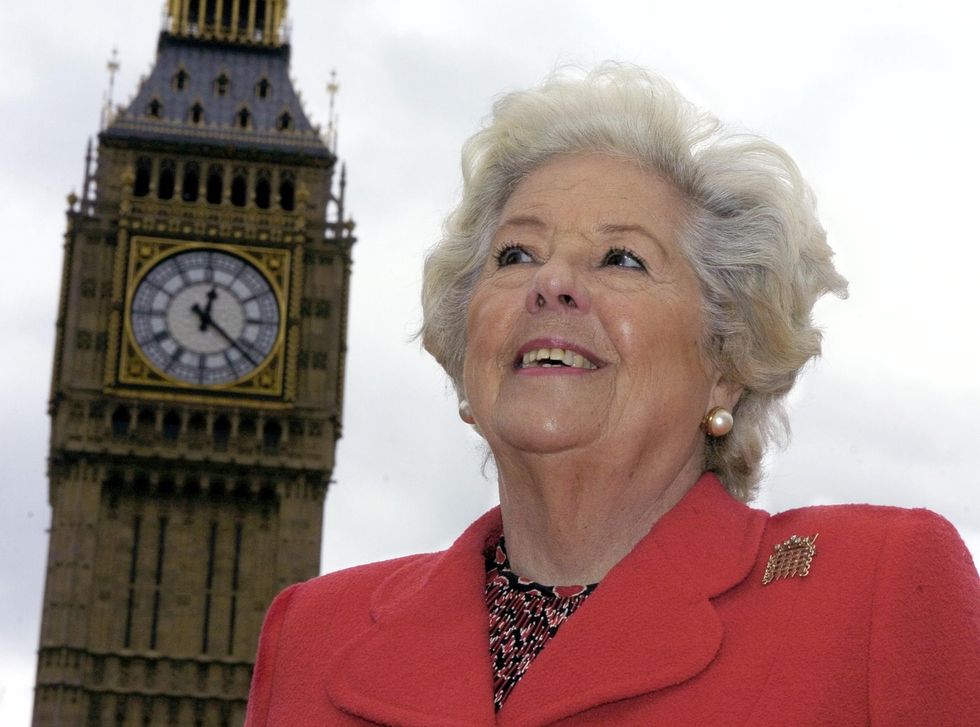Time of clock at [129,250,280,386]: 12:22
